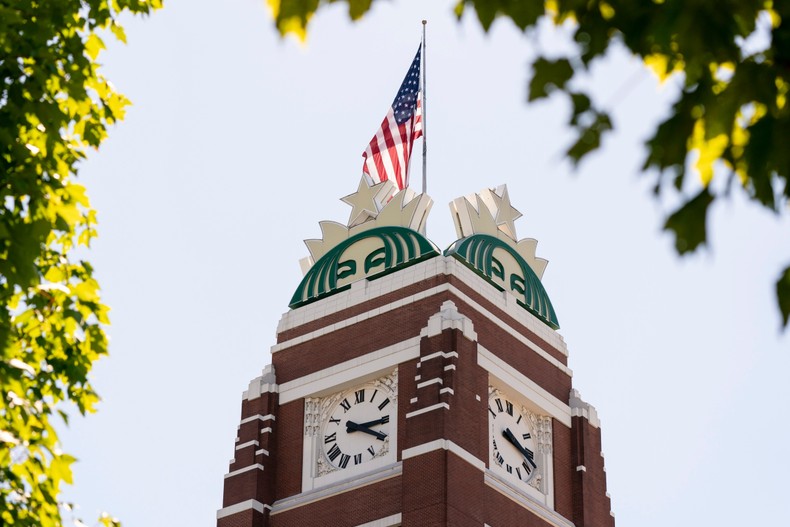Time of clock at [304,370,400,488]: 3:20
